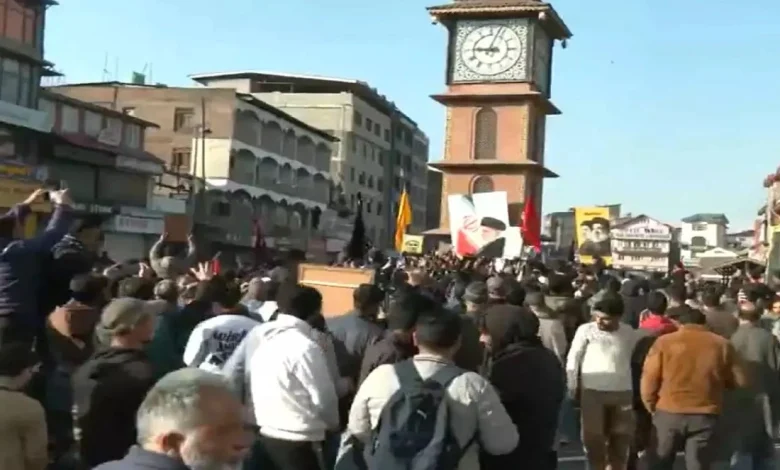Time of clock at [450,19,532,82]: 9:03
